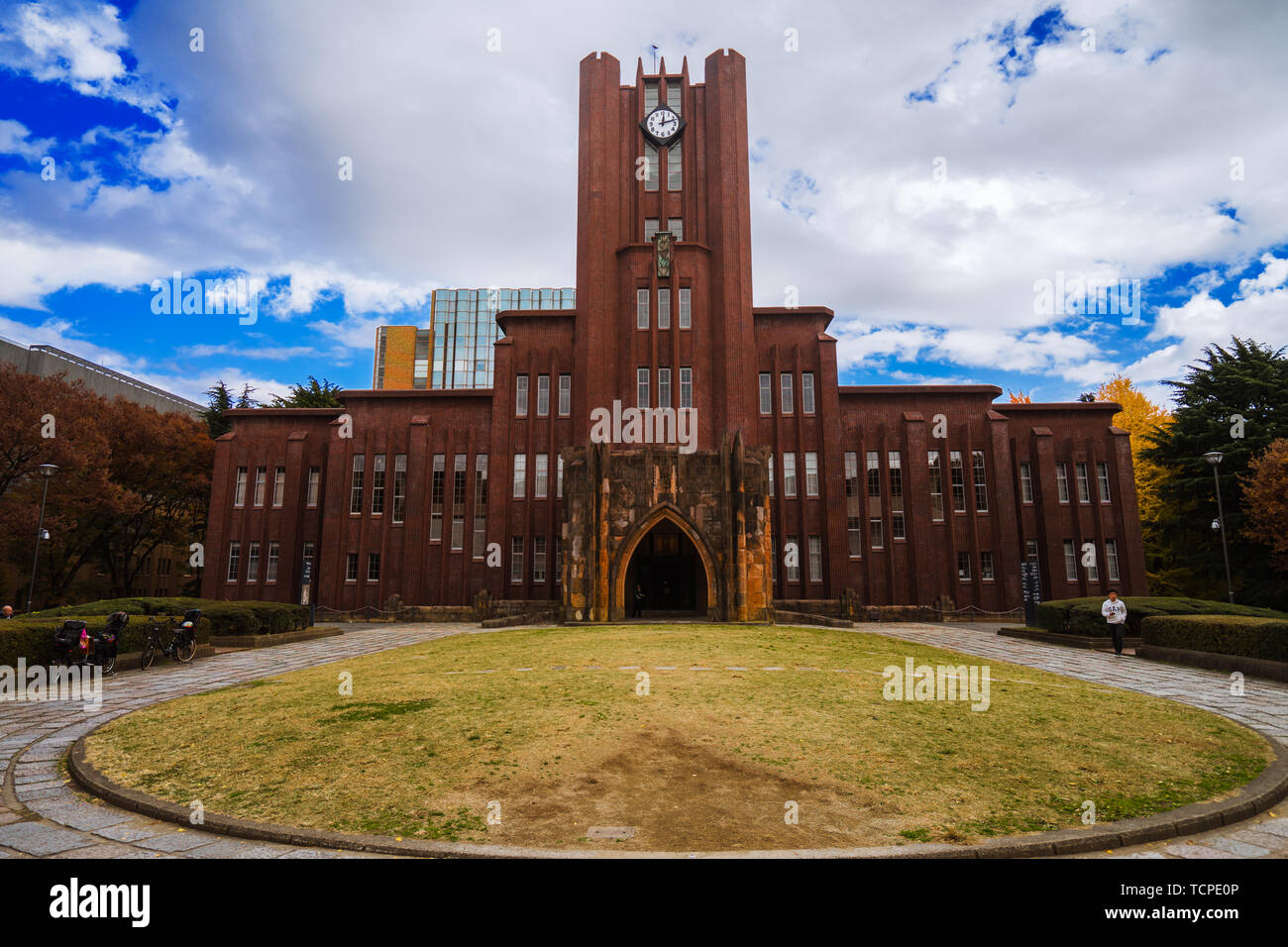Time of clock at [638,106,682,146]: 12:11
